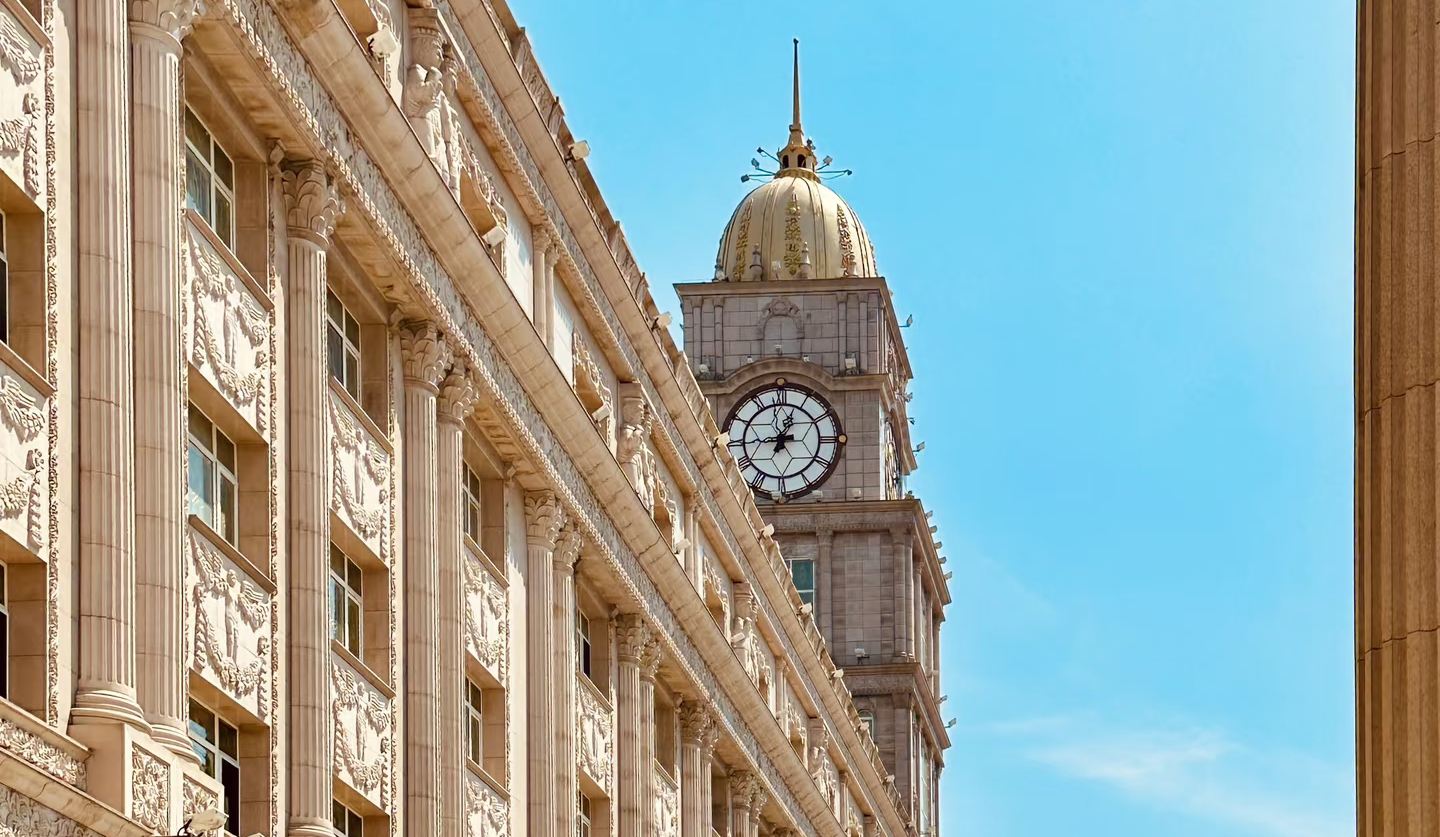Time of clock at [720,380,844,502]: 12:44
